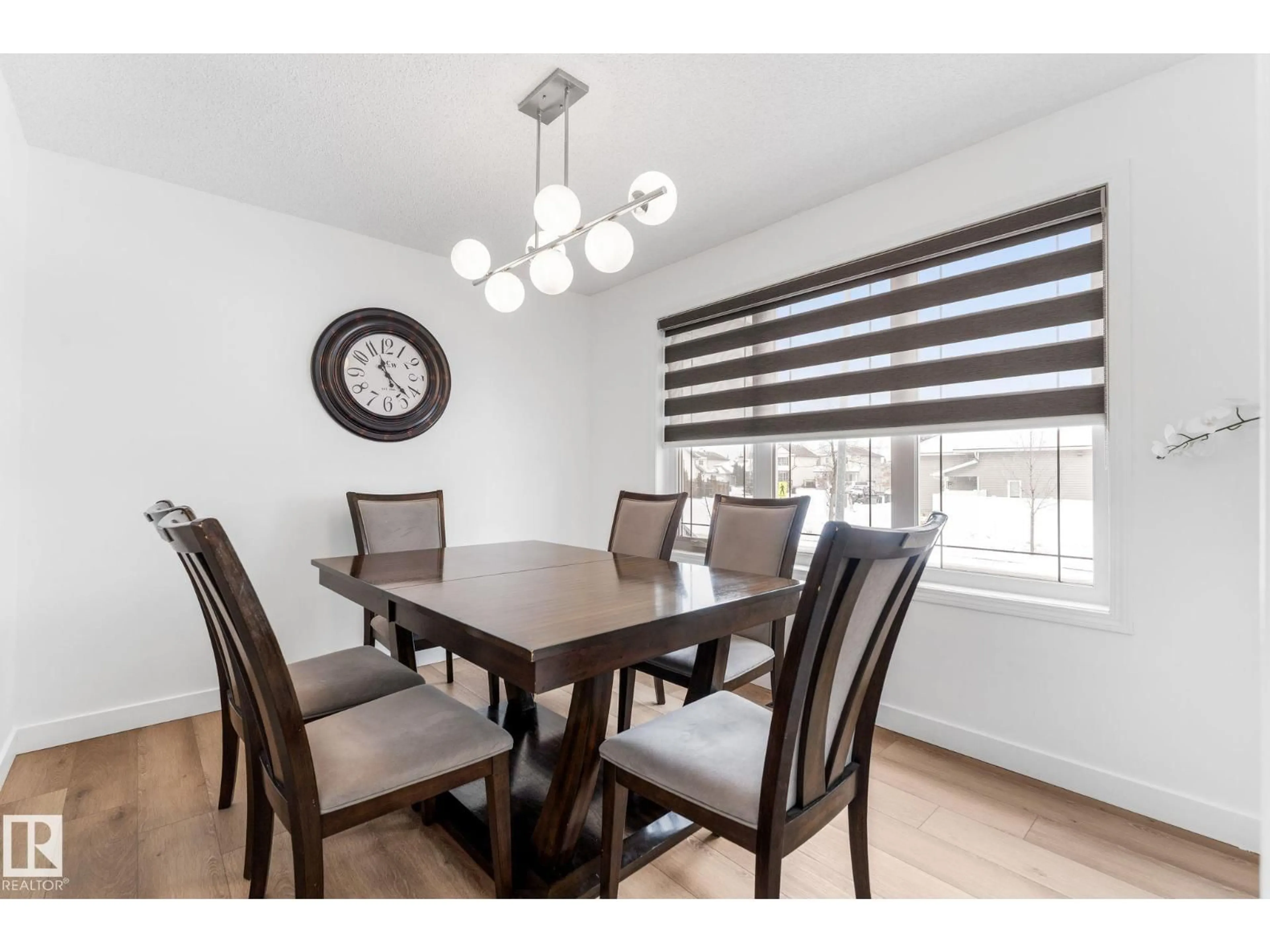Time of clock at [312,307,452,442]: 11:22
